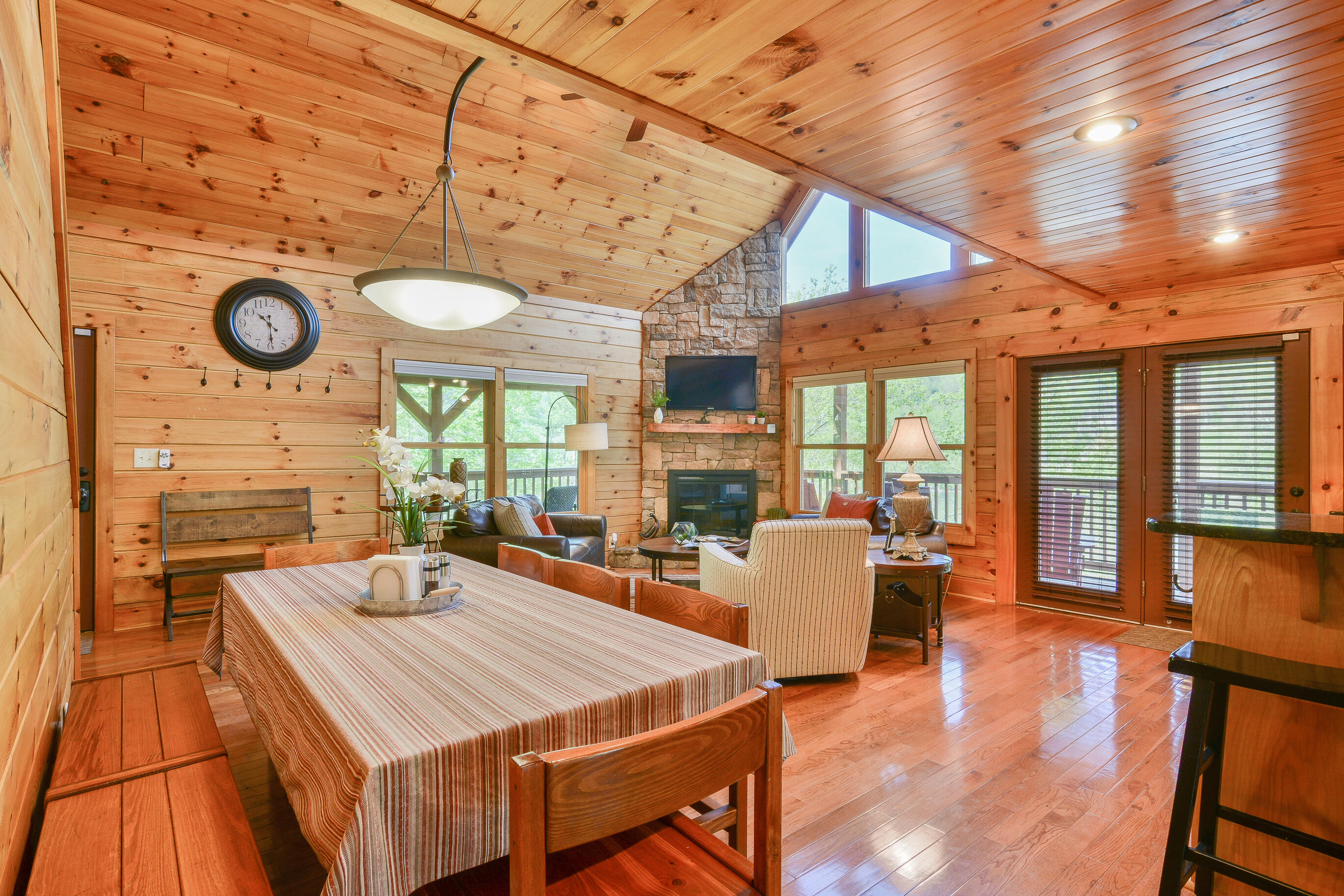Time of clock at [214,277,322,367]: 10:29
